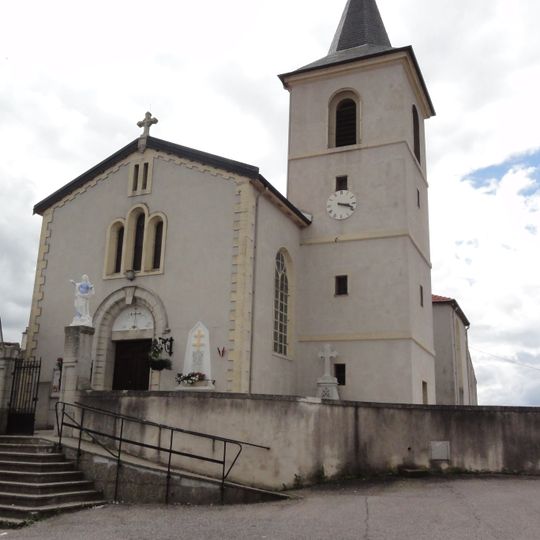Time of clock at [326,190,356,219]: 3:18
